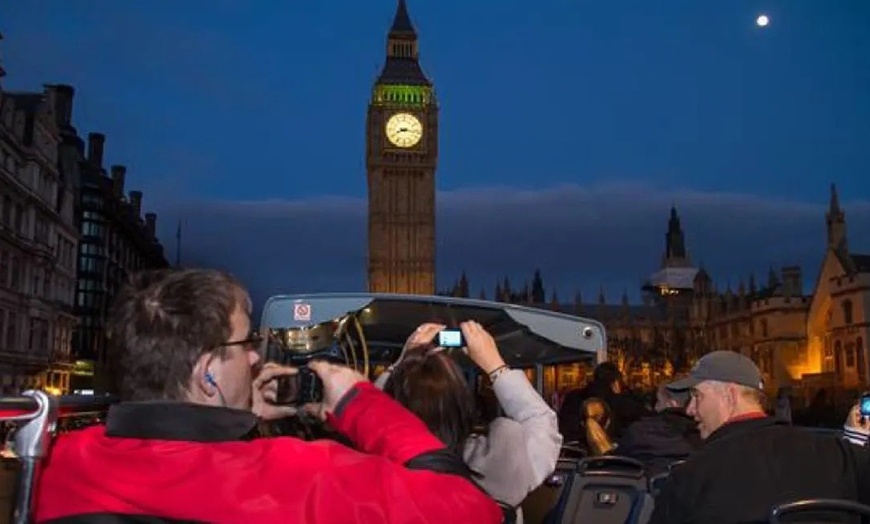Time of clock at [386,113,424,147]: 8:16
